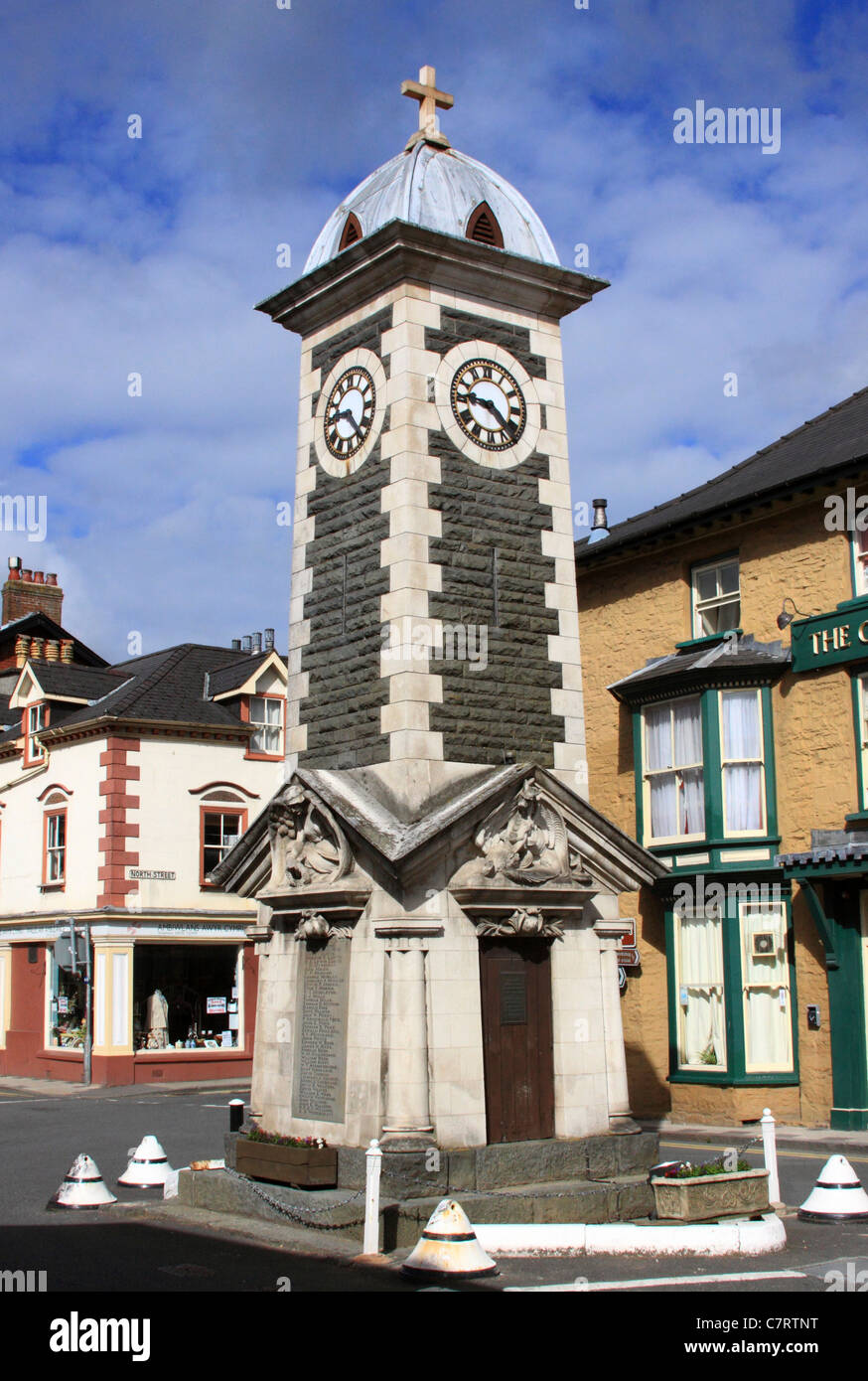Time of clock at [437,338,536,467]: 9:22
